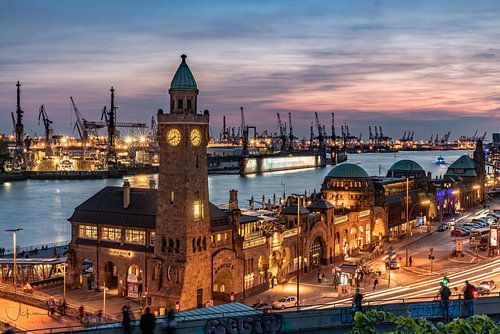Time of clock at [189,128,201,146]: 2:40
